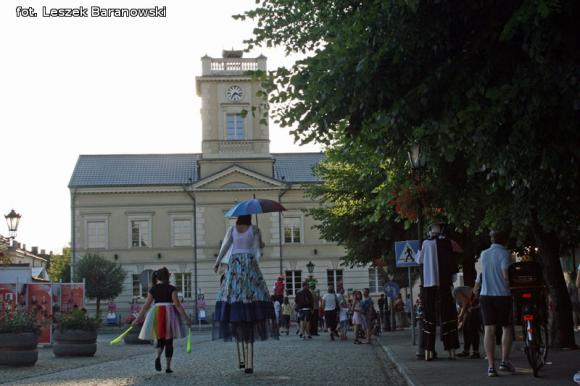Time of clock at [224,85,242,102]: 7:17
